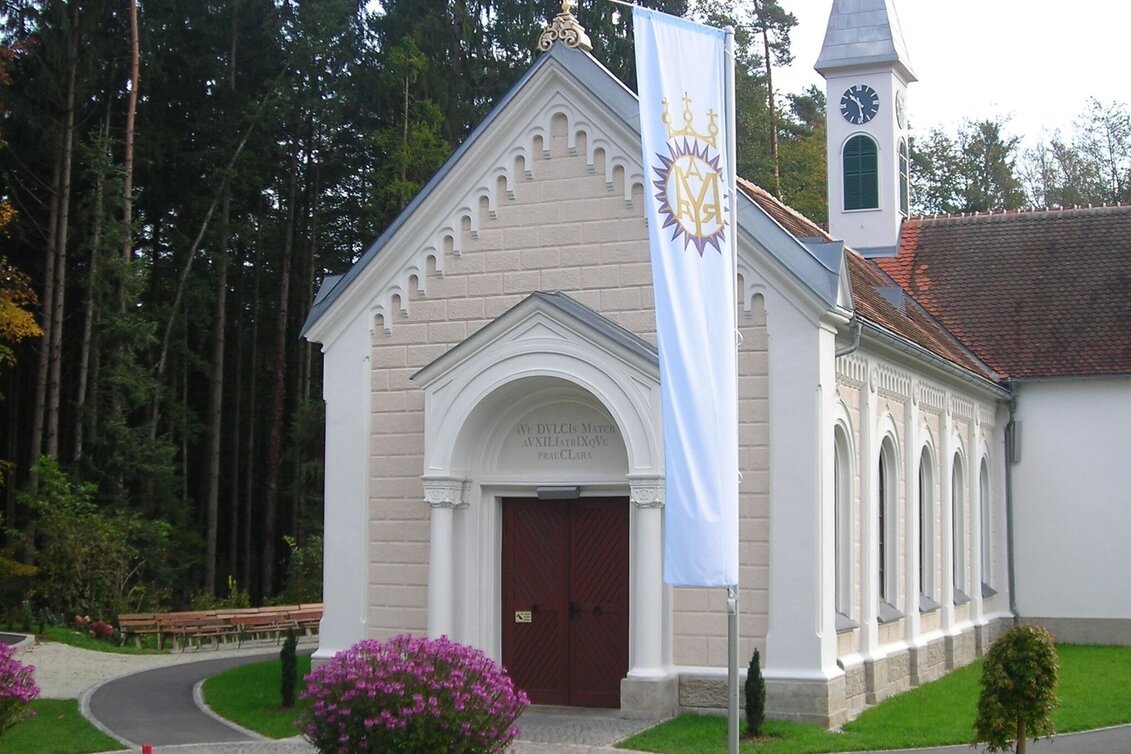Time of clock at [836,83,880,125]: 10:28
